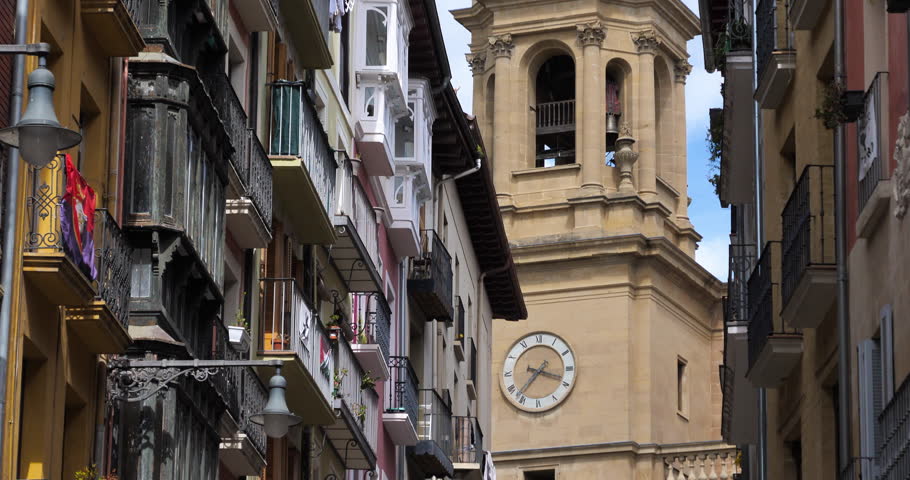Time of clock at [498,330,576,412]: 7:18
